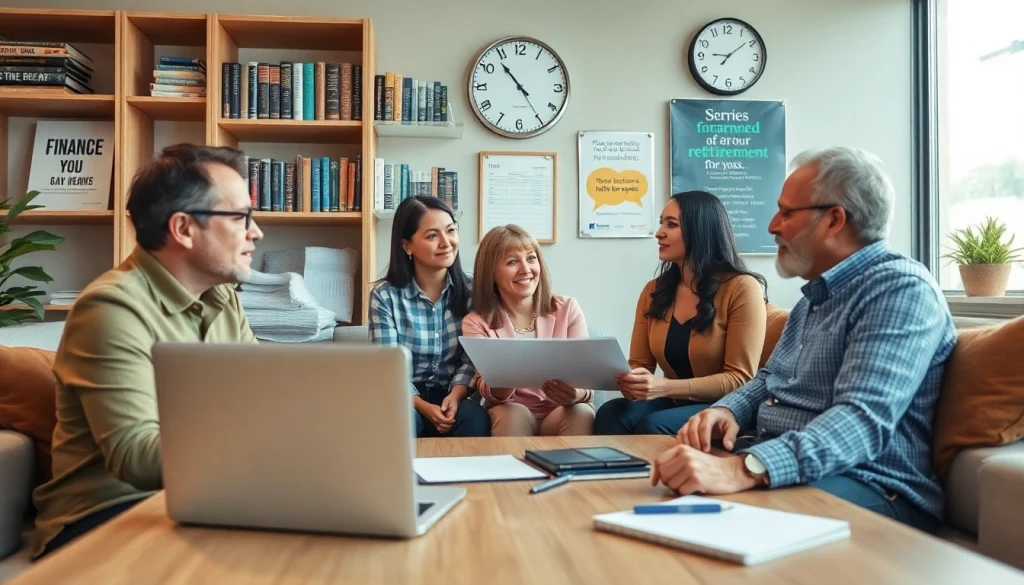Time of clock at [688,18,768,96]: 9:08
